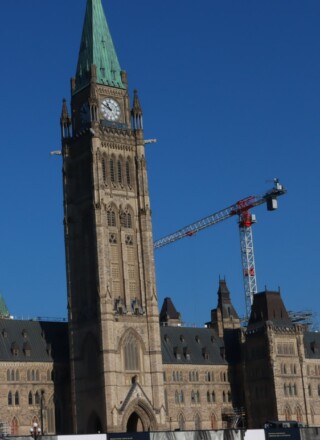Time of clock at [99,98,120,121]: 10:49
